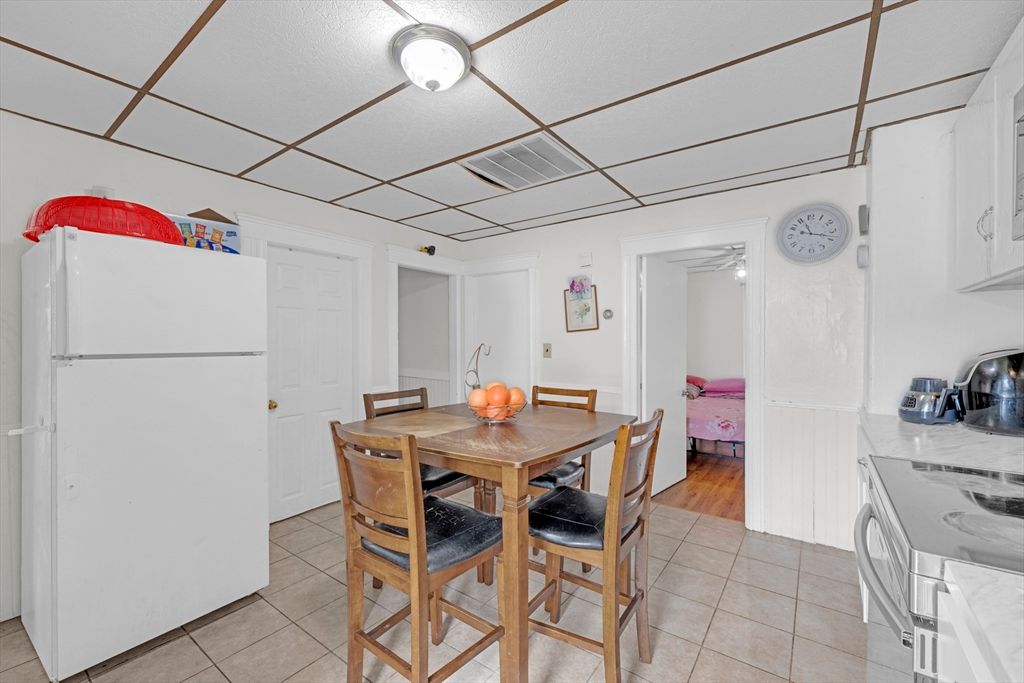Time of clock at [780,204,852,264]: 11:18
